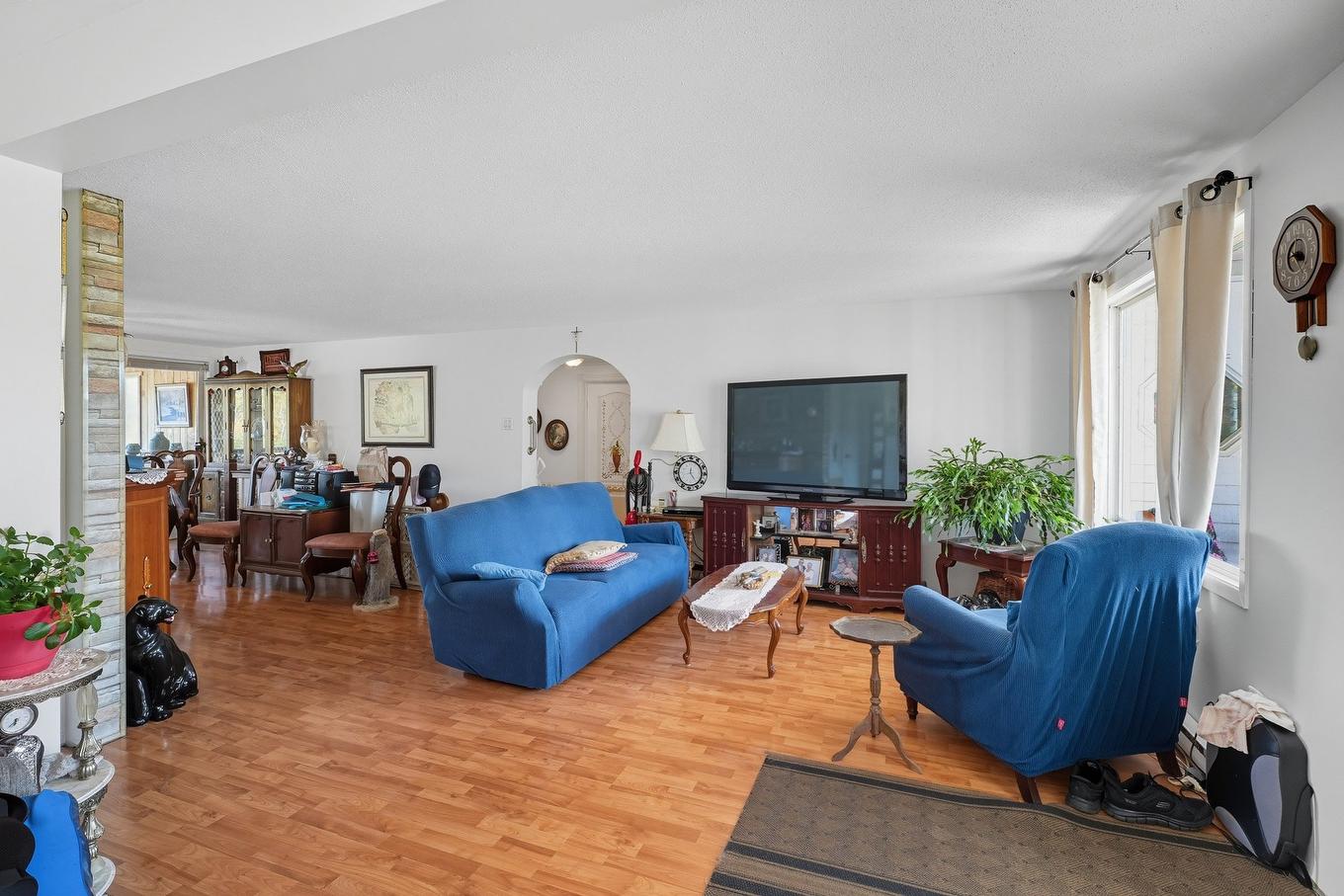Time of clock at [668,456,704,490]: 12:23
